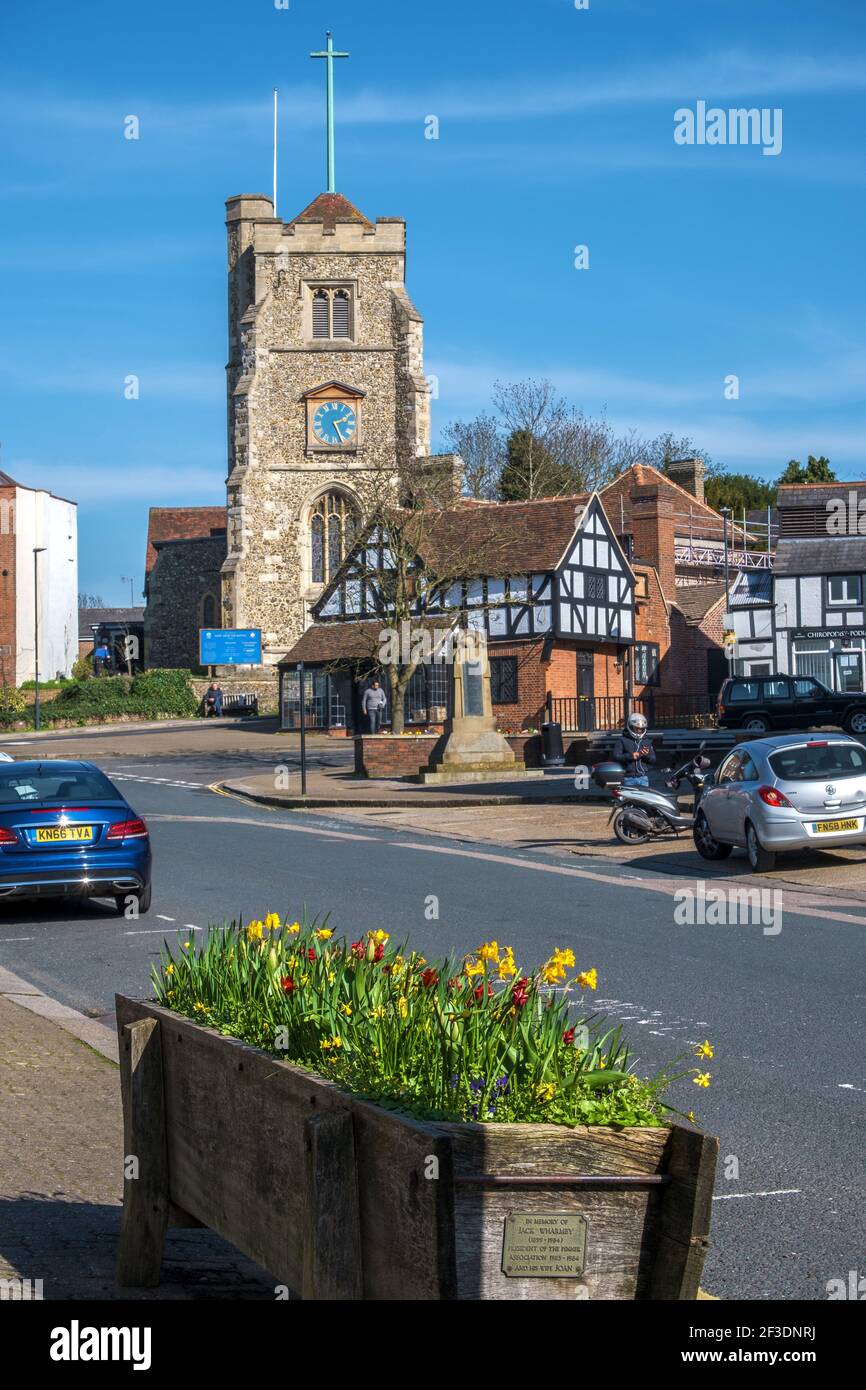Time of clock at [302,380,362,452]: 2:26
